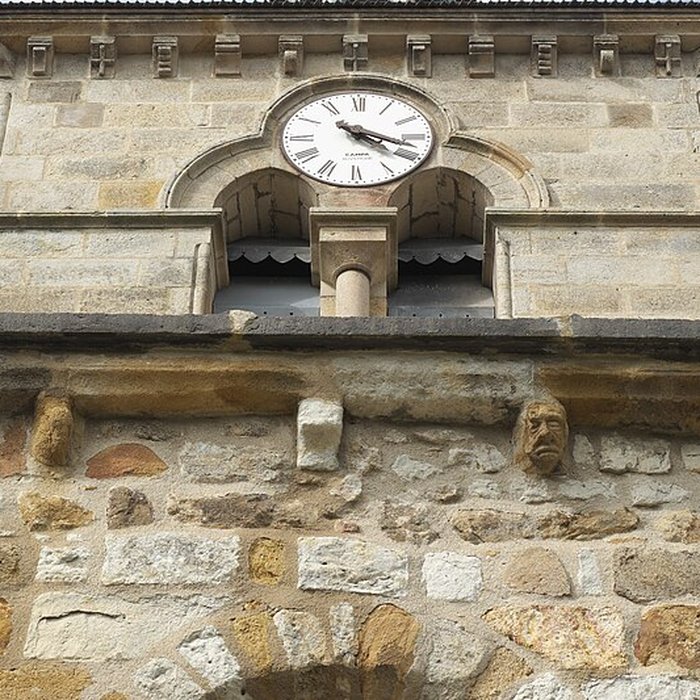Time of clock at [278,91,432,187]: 4:18
